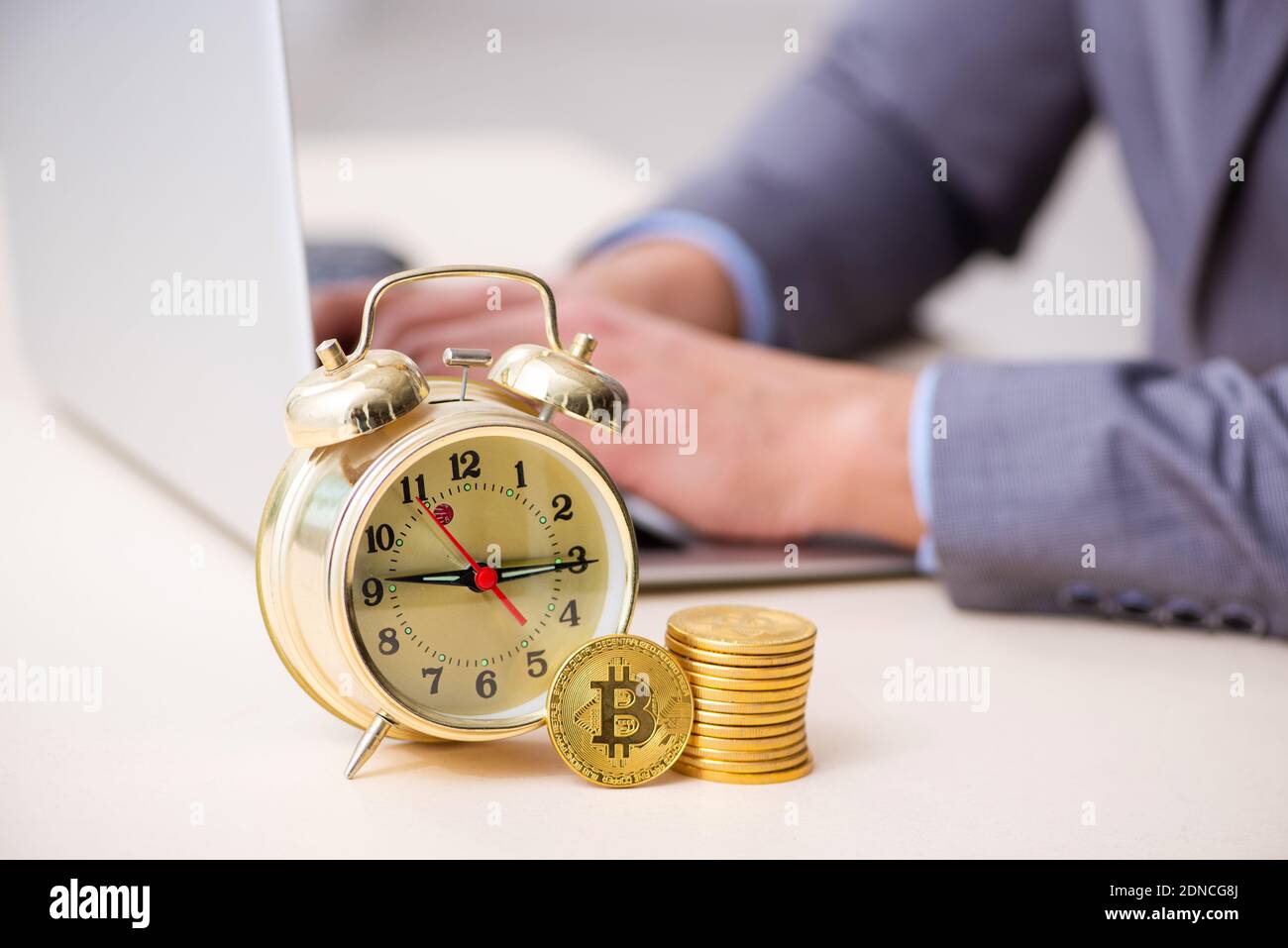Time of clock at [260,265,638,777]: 9:14
